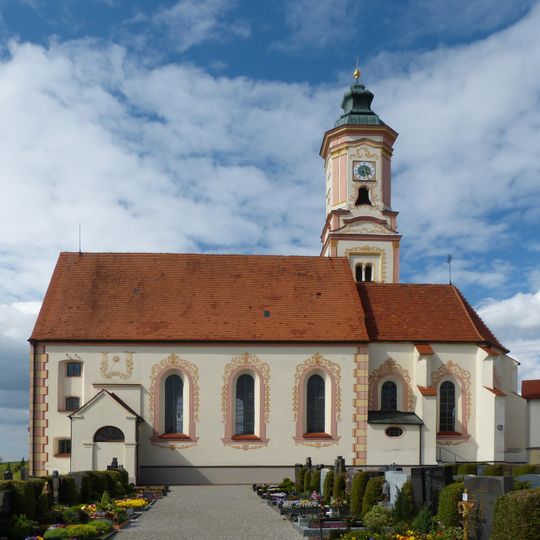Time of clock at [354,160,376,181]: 5:18
